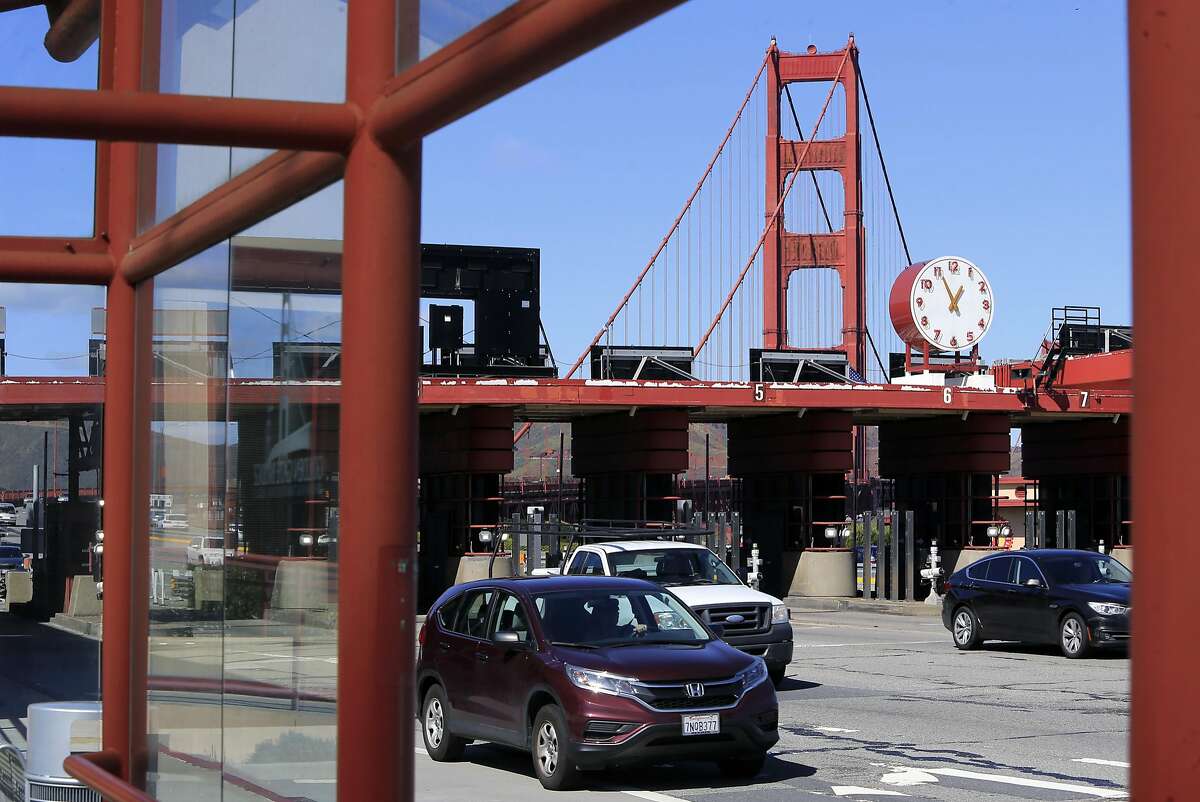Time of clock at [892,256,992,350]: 12:55
